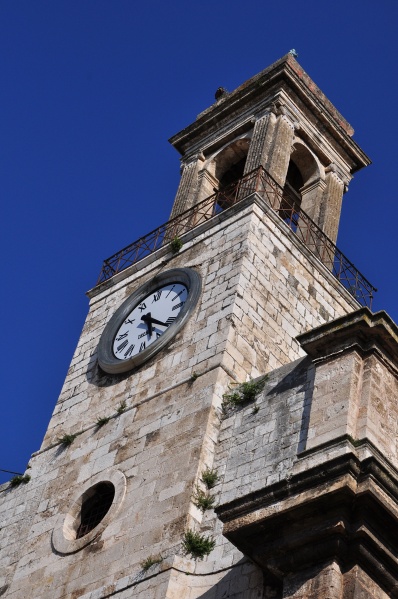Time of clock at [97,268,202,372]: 5:21
